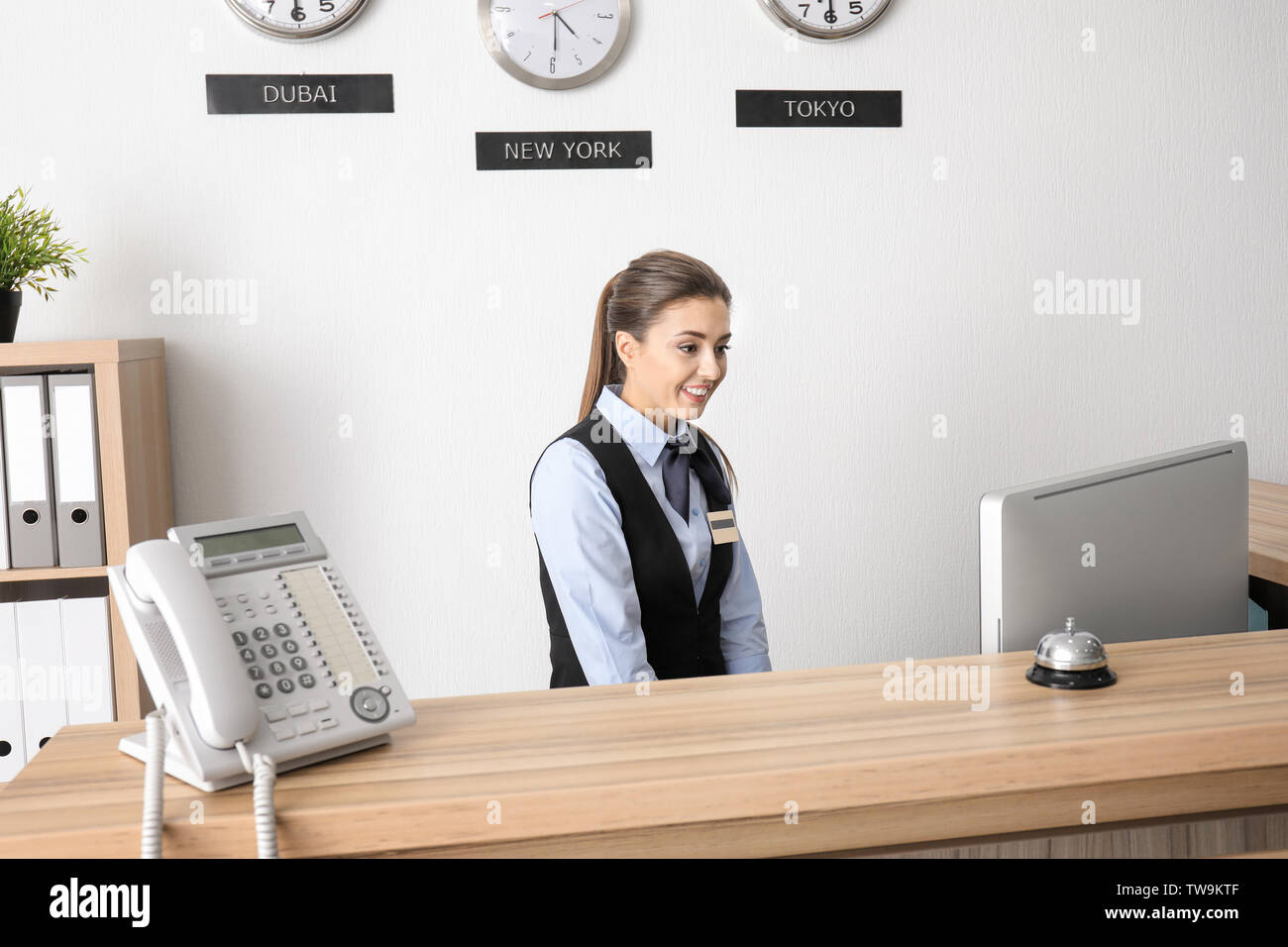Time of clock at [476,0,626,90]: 4:29
